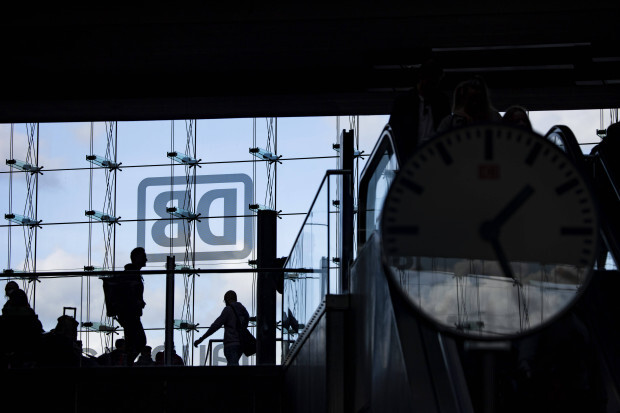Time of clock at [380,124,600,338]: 1:24
